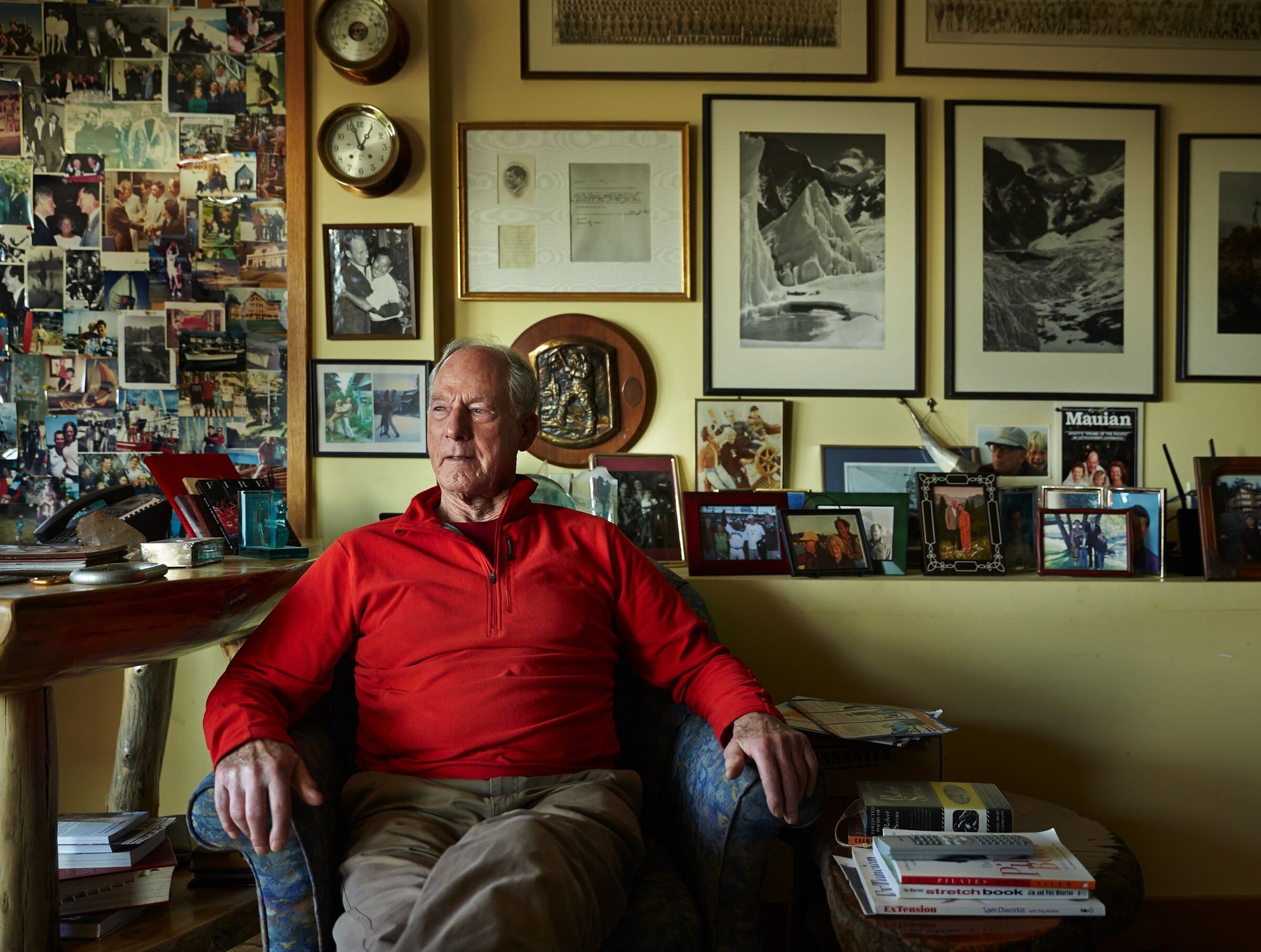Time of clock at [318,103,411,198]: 12:57
